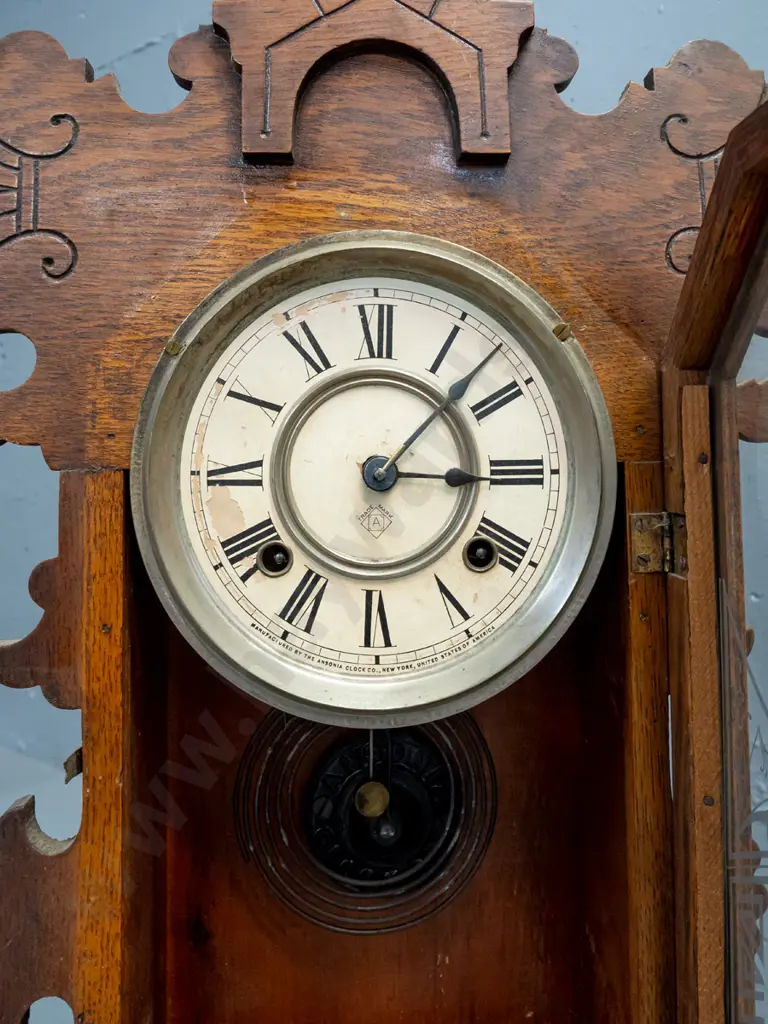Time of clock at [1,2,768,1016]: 3:07
